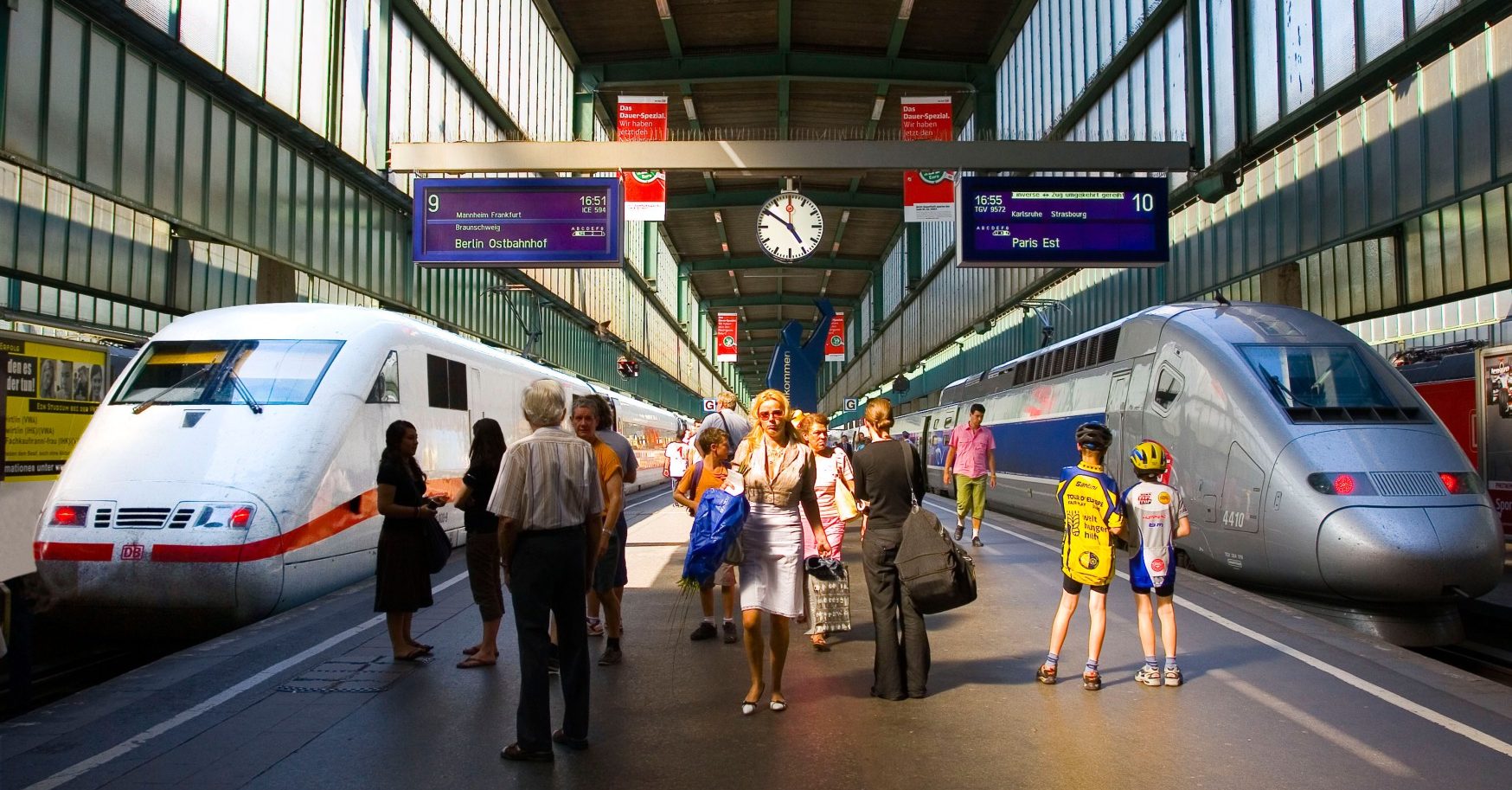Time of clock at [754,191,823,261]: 4:50
